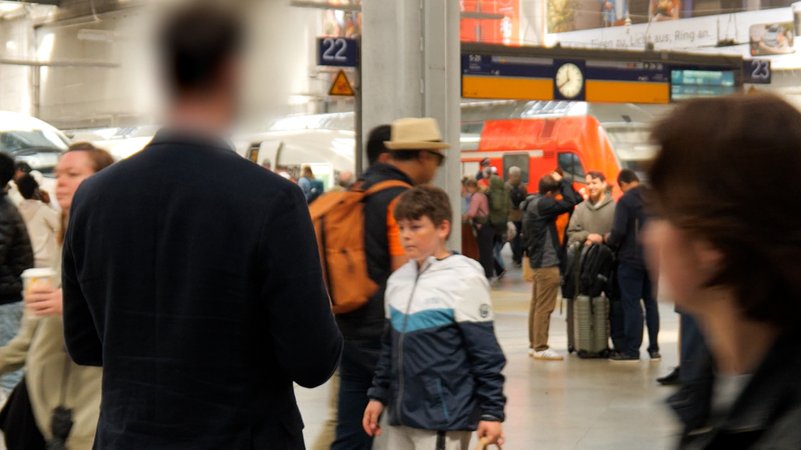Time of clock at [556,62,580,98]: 11:38
